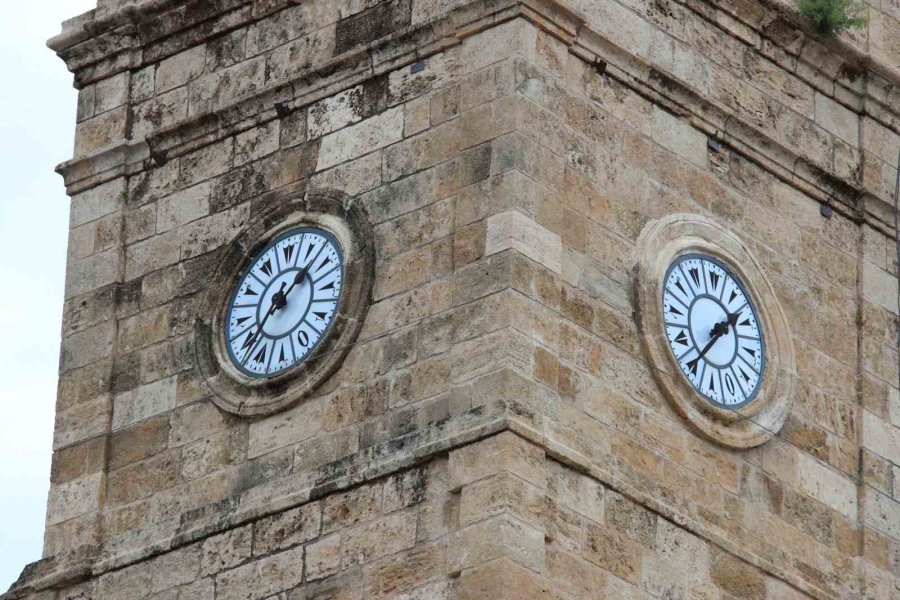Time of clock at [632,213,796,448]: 1:36
